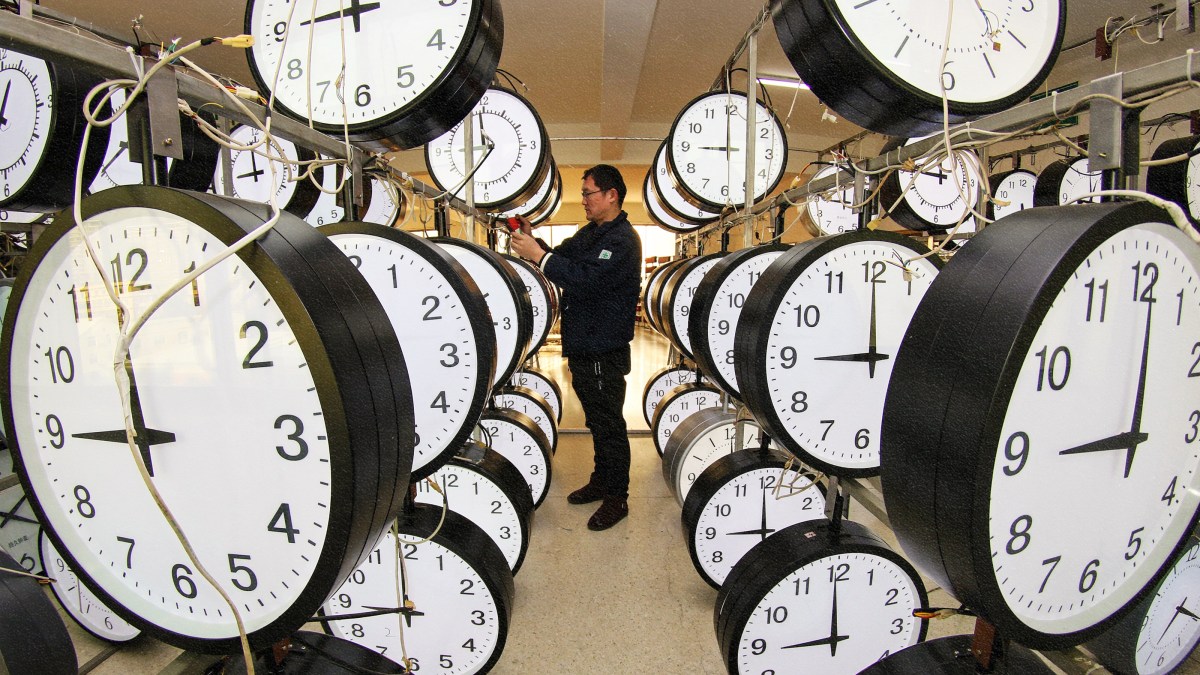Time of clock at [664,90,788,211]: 9:00
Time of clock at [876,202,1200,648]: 9:00
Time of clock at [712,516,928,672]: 8:59
